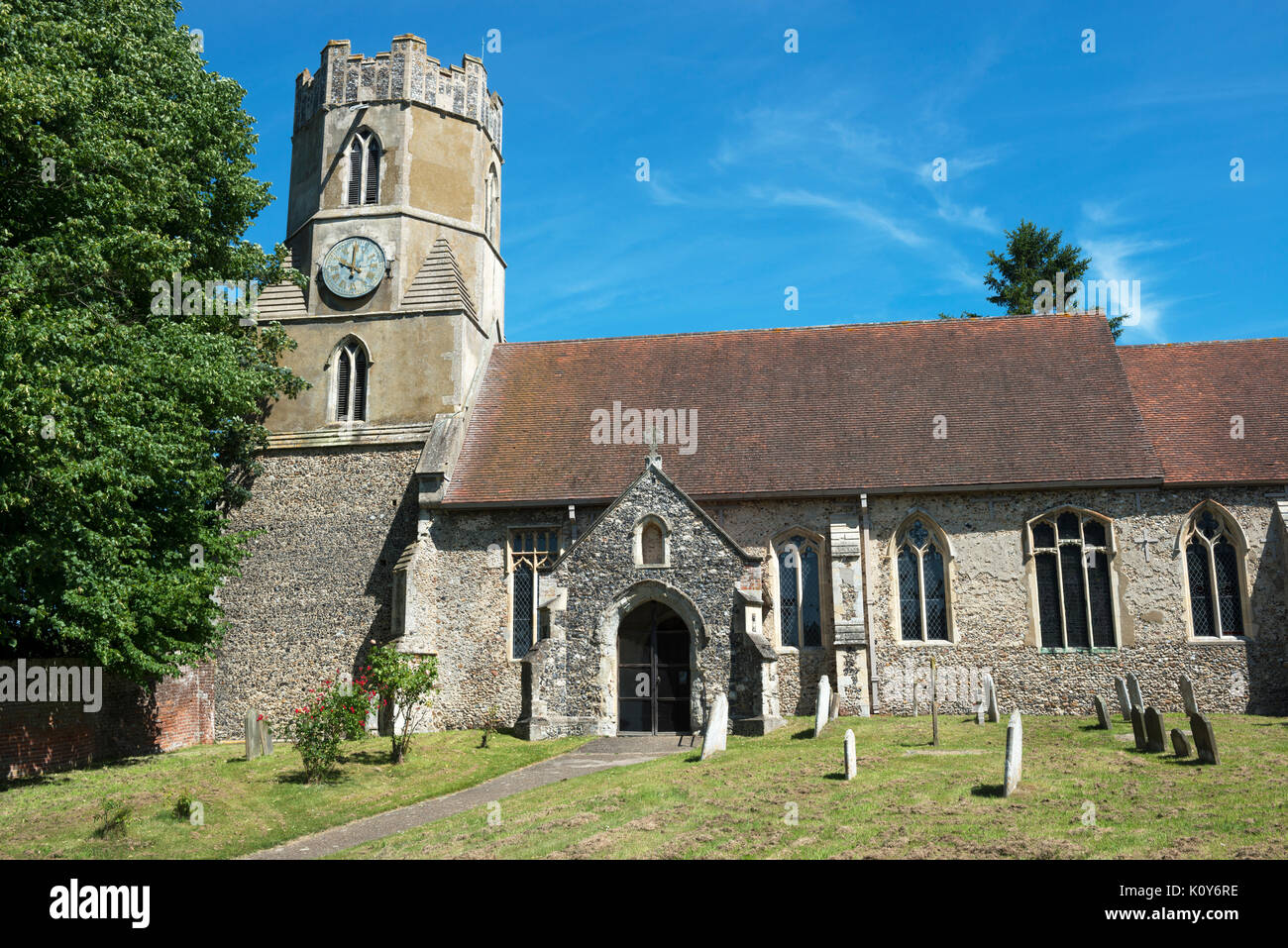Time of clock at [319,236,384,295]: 10:00
